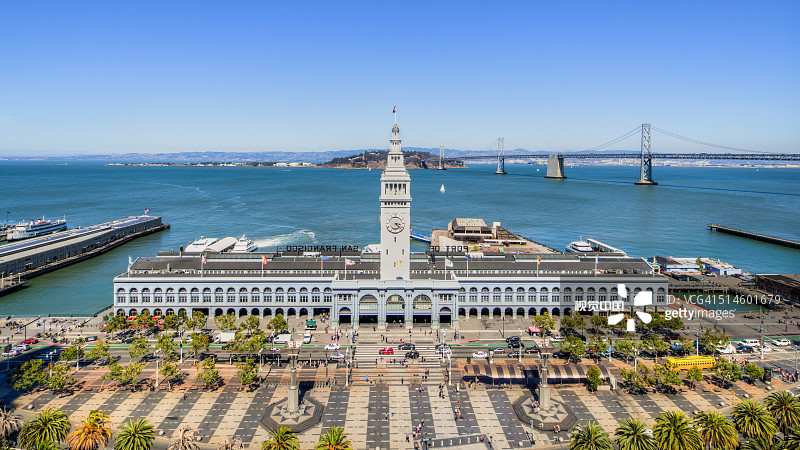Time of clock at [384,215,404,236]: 3:22
